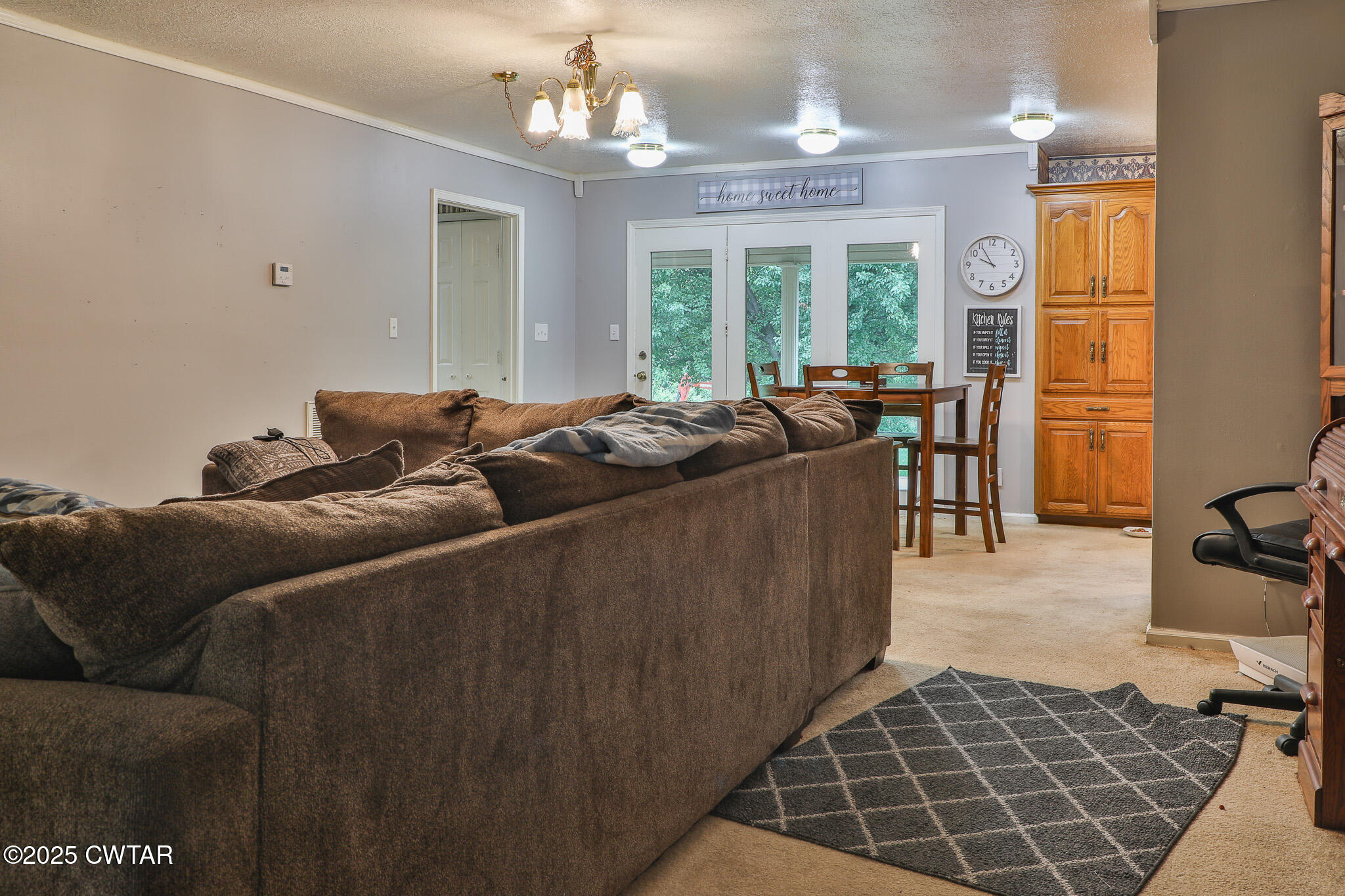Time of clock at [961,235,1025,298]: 9:54
